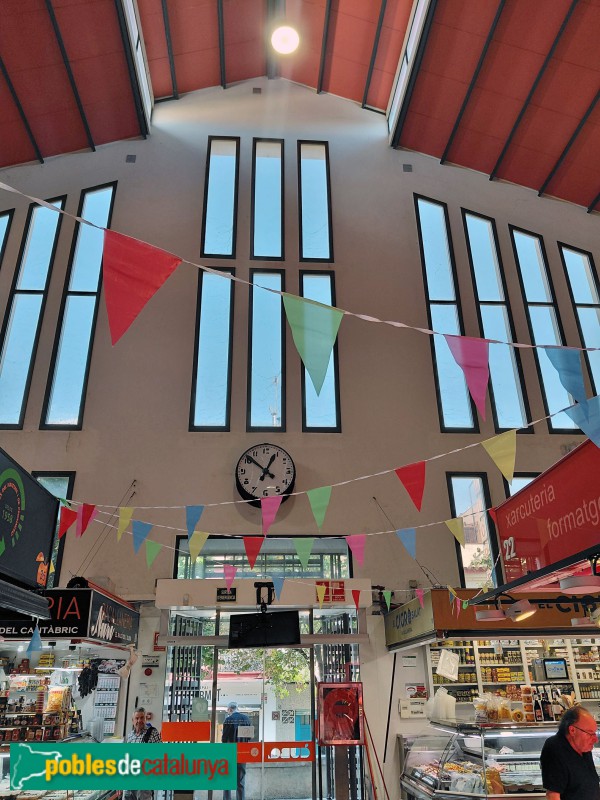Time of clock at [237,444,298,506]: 12:51
